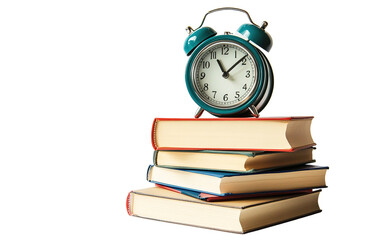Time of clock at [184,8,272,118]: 11:08
